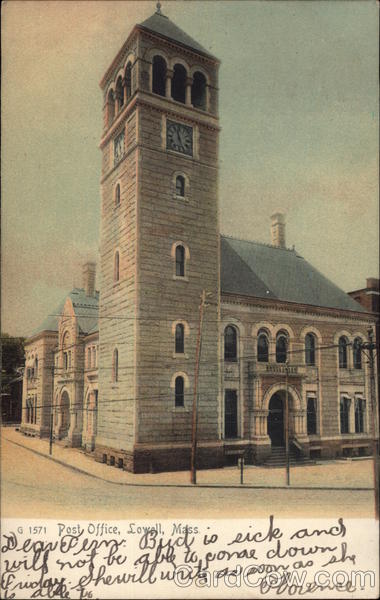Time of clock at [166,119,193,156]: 11:25
